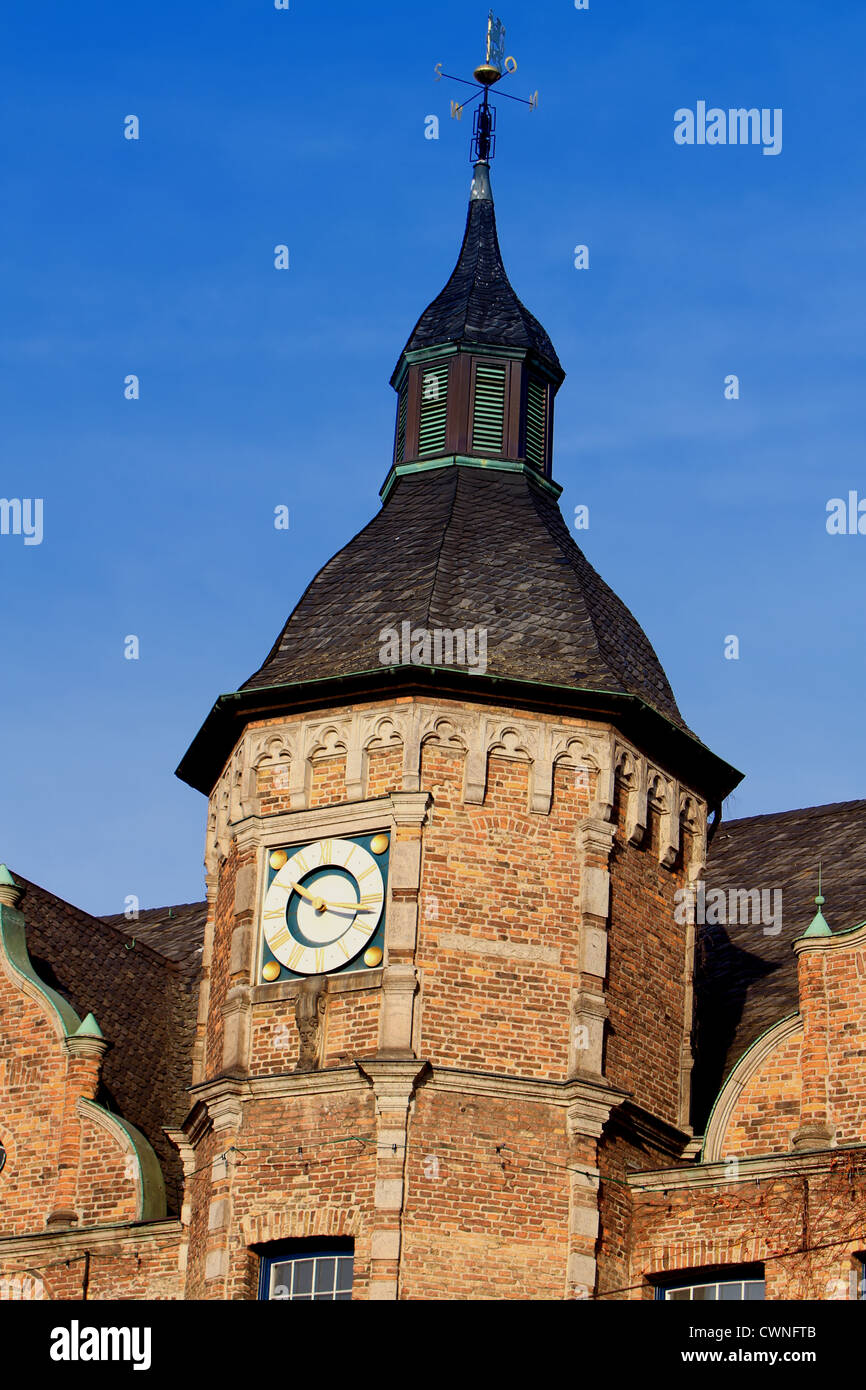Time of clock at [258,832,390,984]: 10:17
